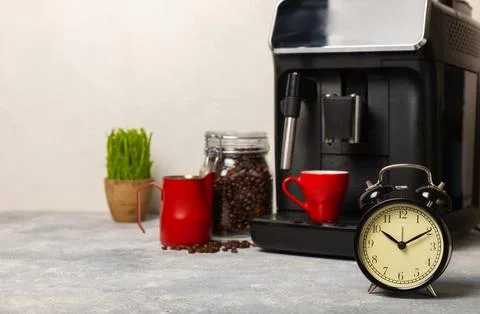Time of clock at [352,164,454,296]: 10:10
